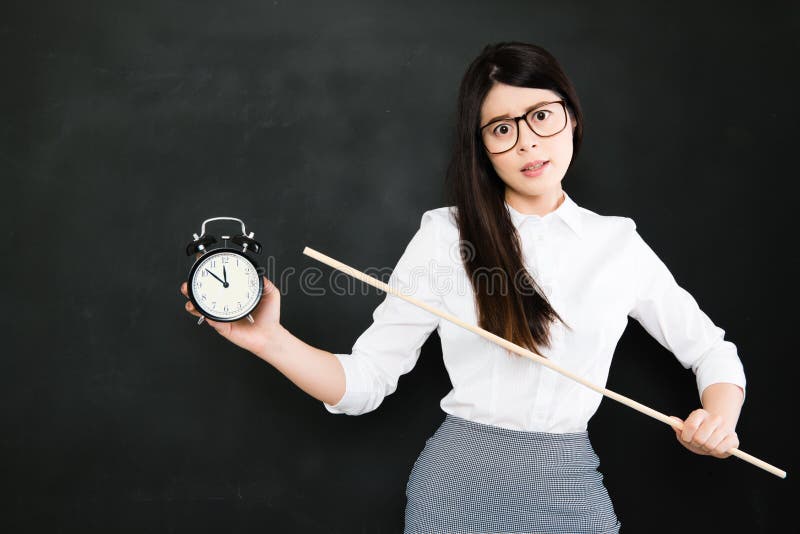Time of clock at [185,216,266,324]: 11:51
